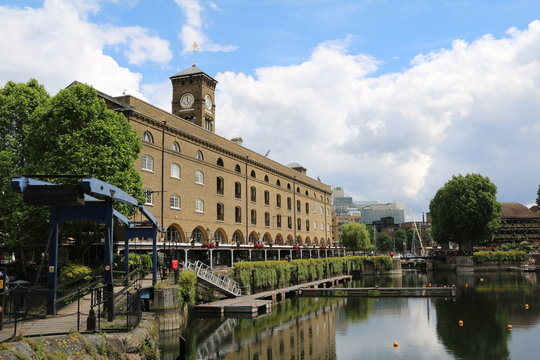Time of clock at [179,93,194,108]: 12:23
